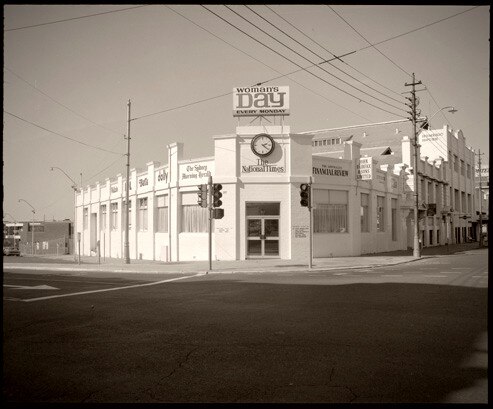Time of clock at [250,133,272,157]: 2:21
